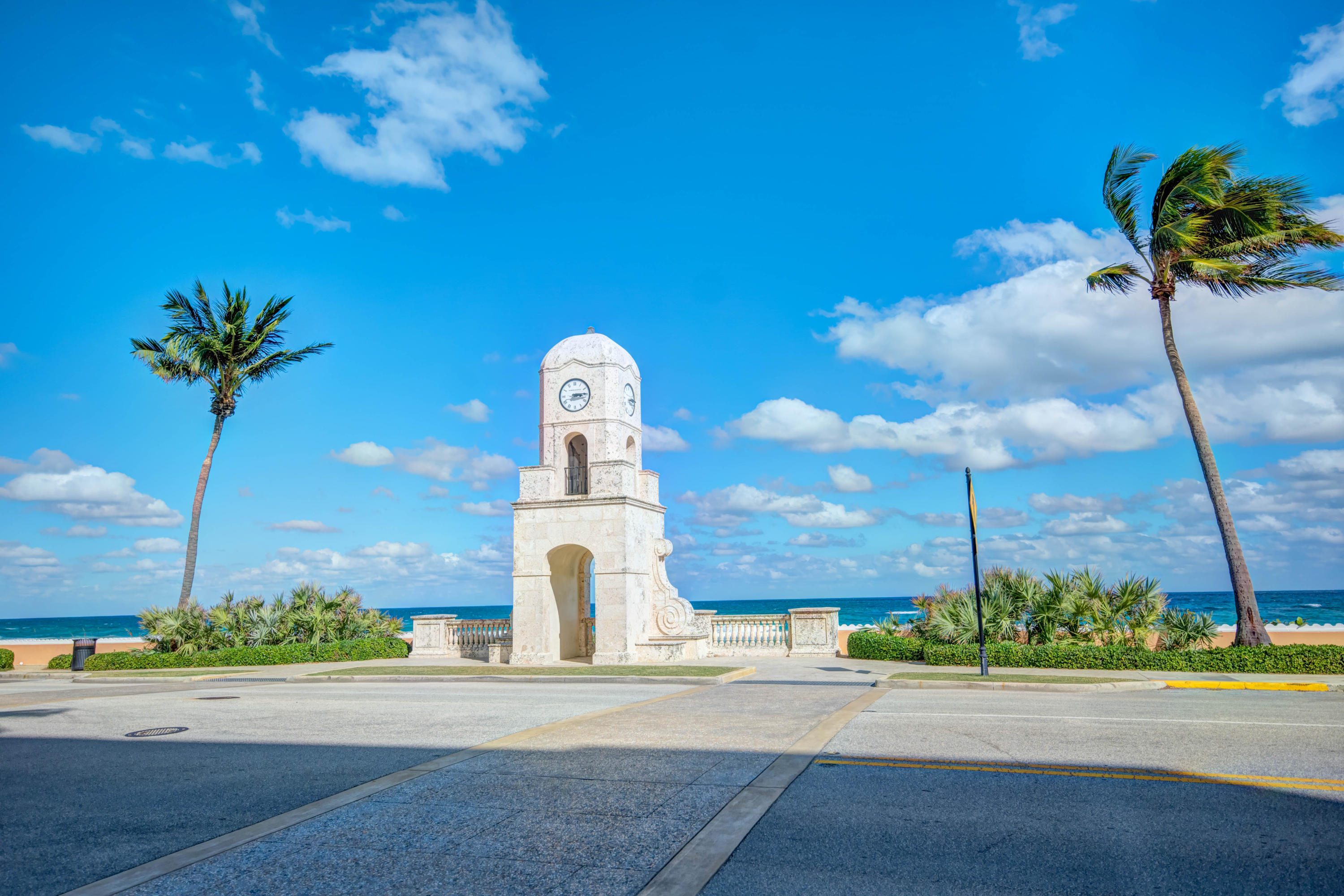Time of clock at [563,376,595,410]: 3:14
